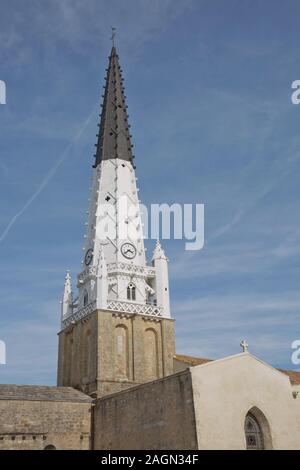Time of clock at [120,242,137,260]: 3:38
